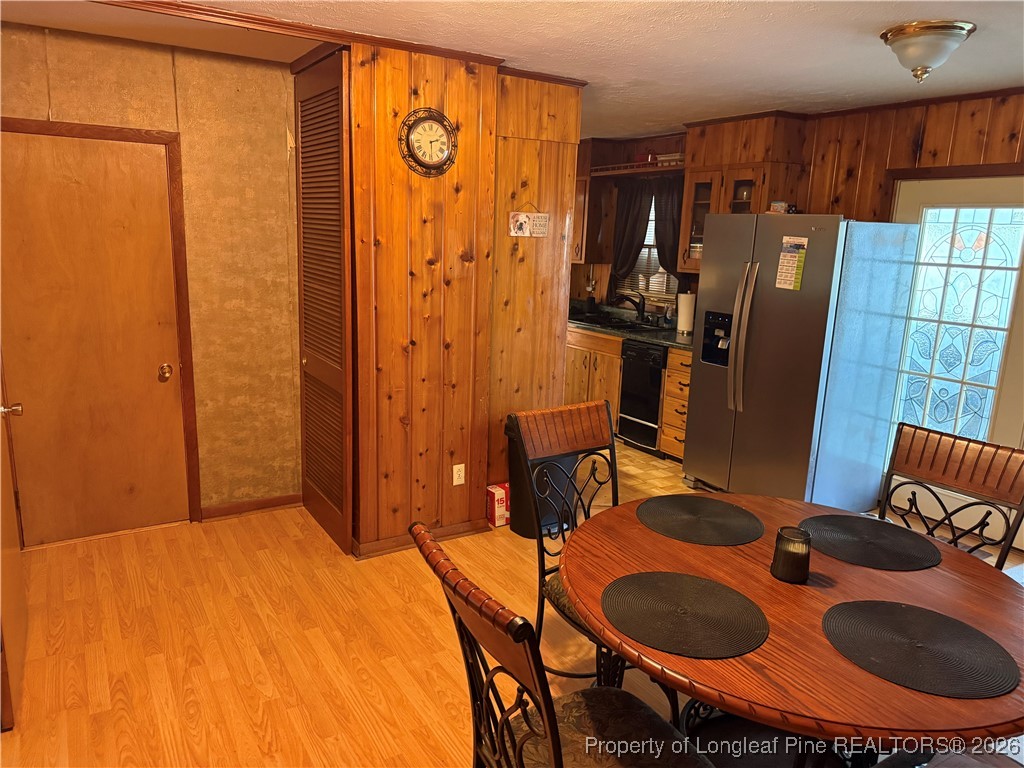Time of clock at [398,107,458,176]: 2:29
